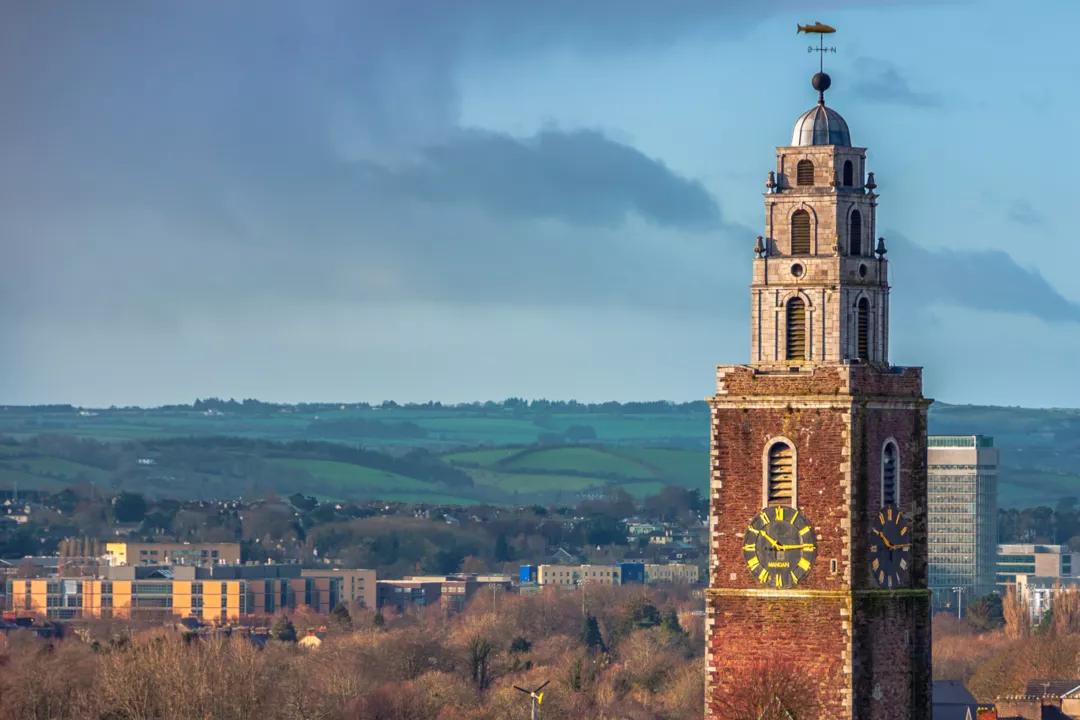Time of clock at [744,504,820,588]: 10:14
